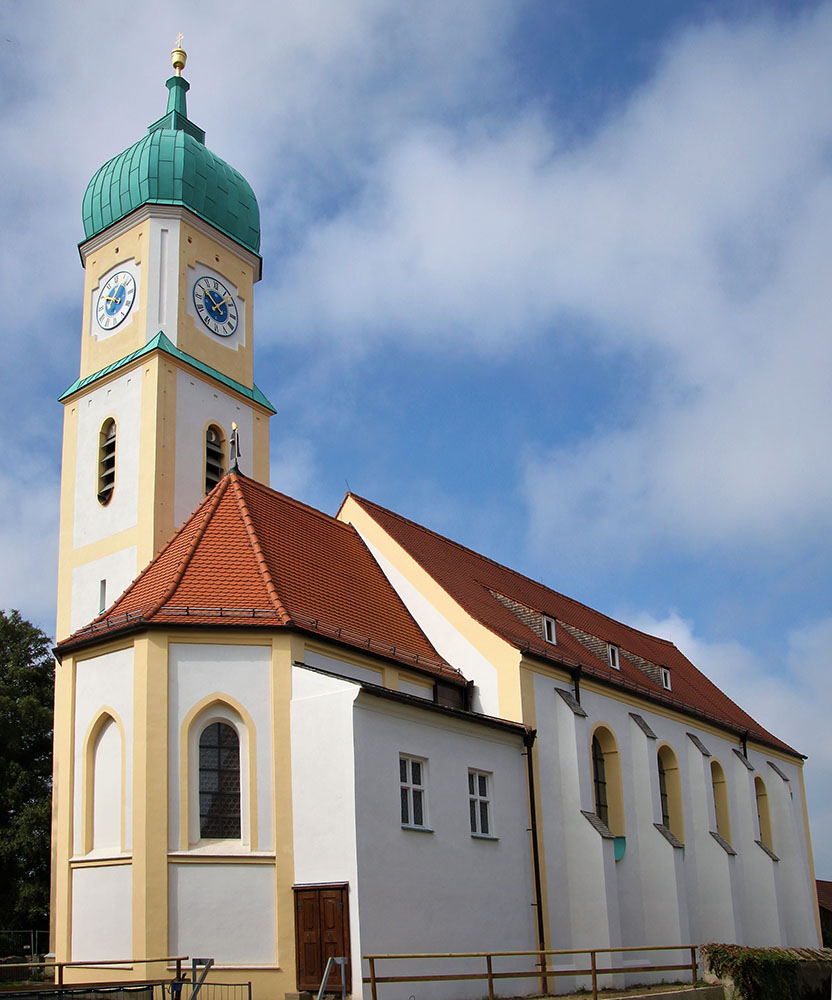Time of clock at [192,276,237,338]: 10:07
